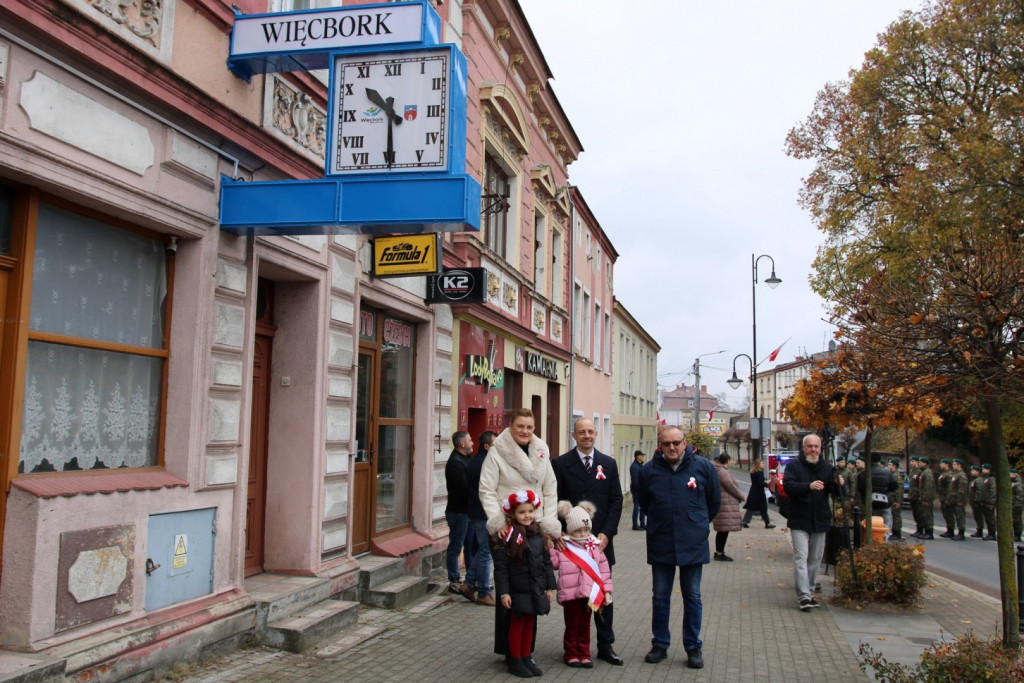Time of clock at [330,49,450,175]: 10:30
